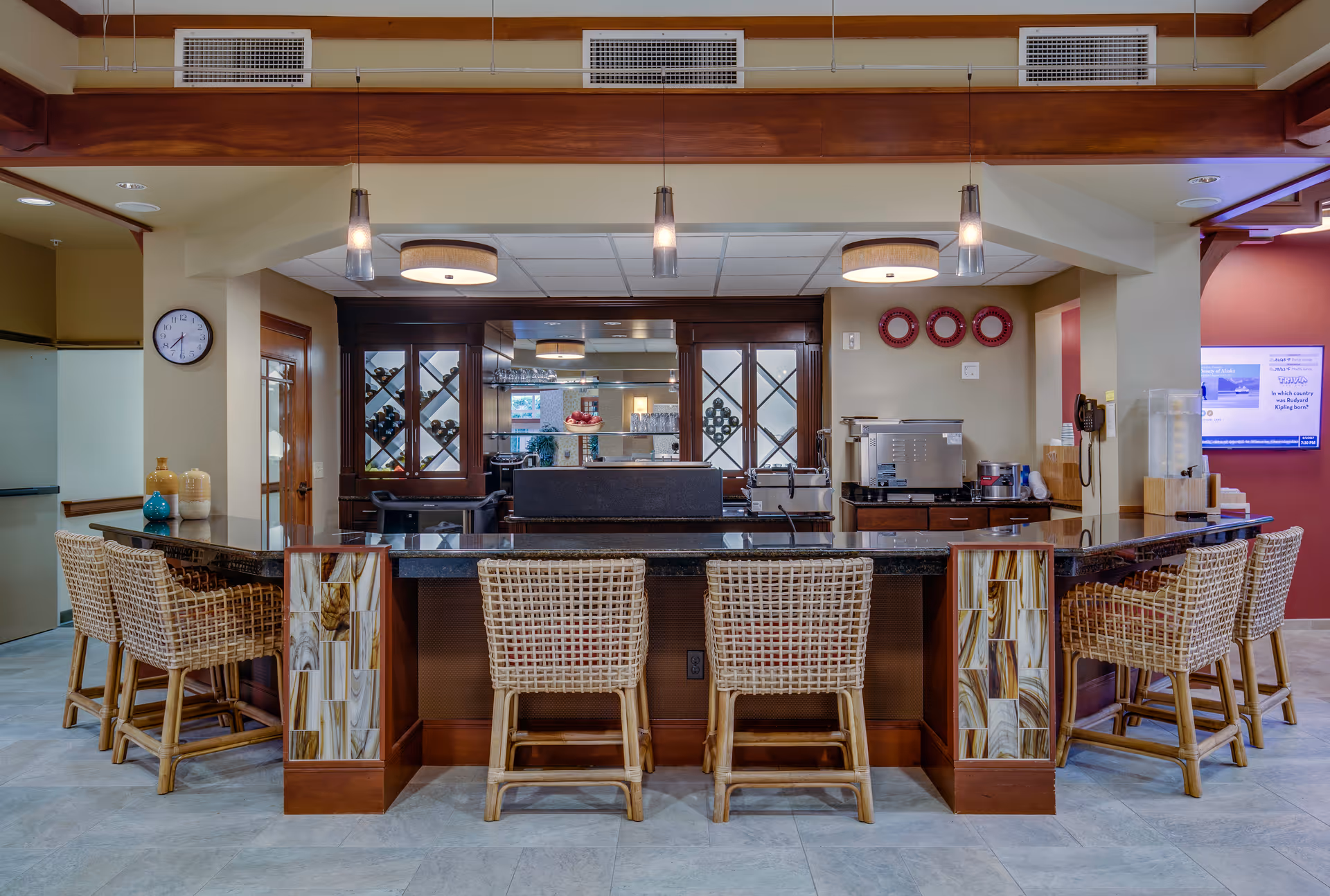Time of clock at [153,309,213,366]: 7:30
